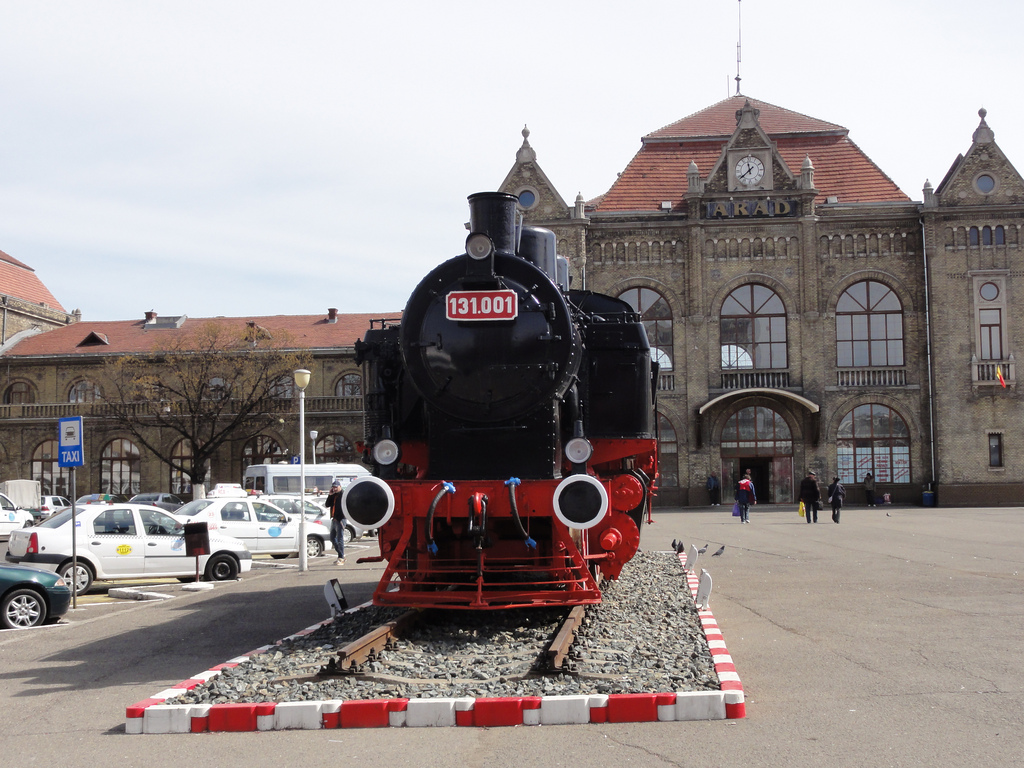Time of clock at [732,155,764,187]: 11:38
